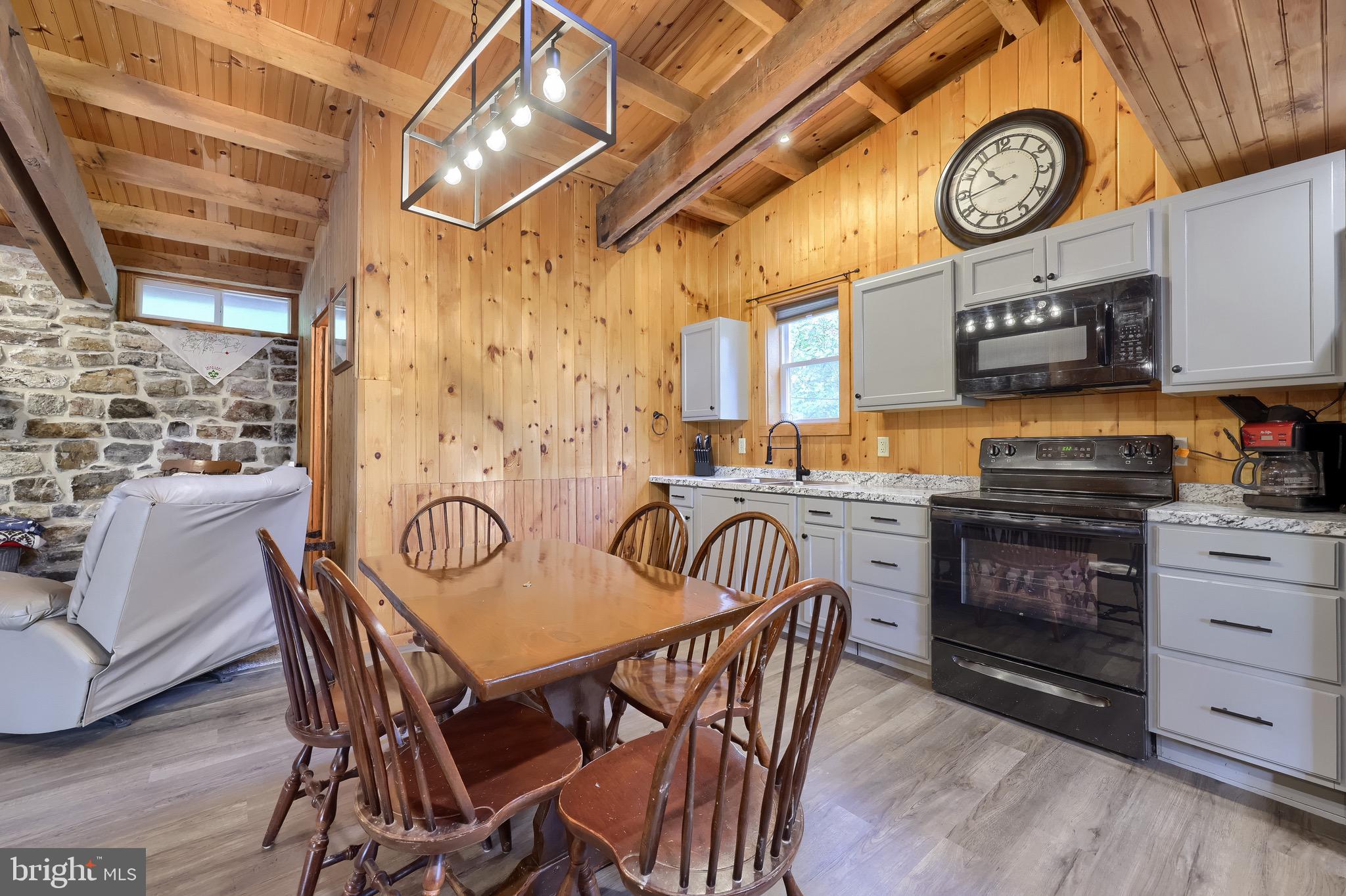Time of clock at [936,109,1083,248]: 10:43
